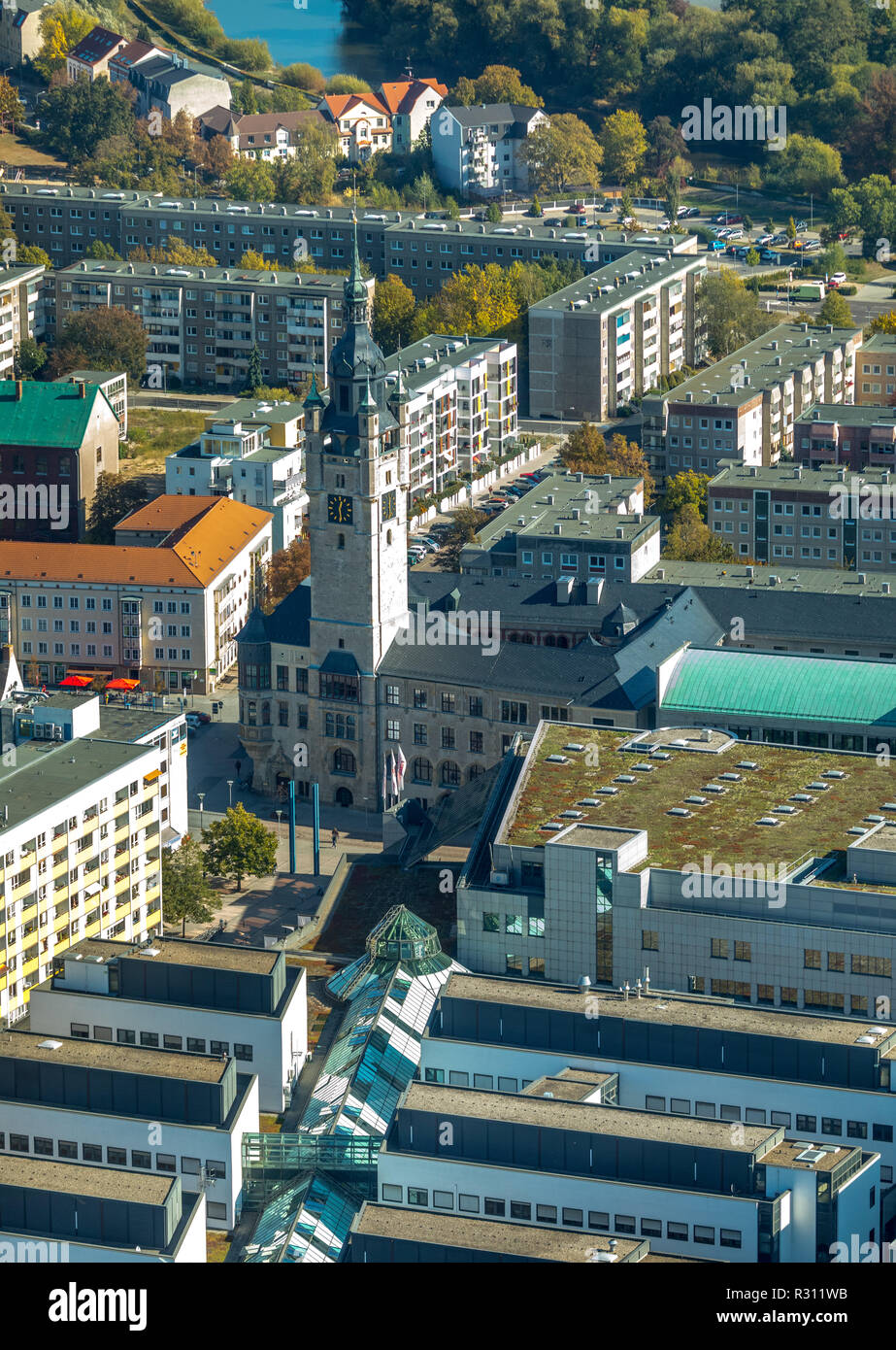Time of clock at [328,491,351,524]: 12:28
